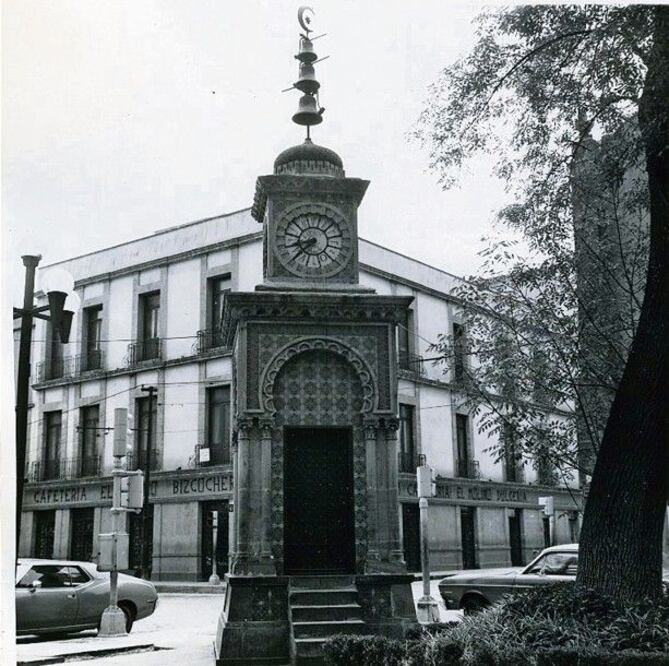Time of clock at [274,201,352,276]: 8:37
